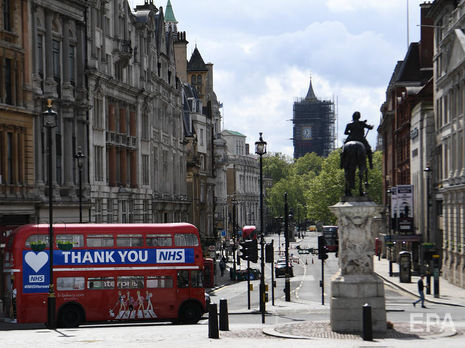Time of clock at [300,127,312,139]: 11:35
